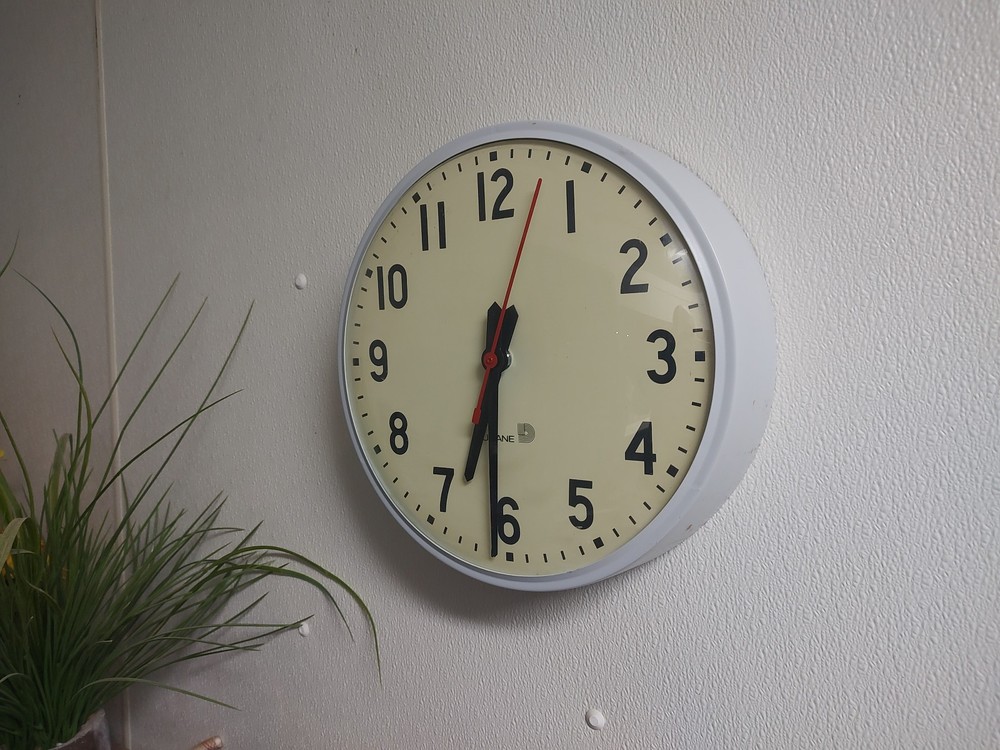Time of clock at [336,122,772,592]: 6:30
